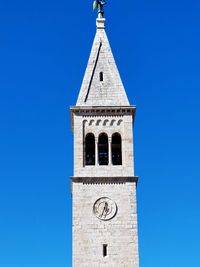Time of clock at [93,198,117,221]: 12:33
